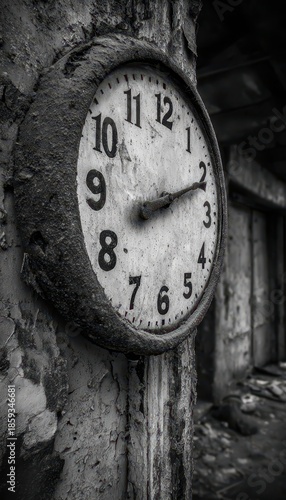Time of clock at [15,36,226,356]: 8:11
